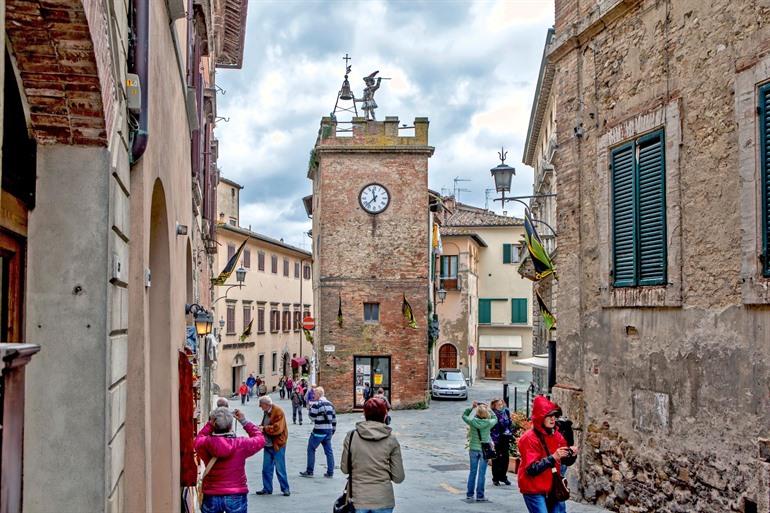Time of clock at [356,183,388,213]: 11:37
